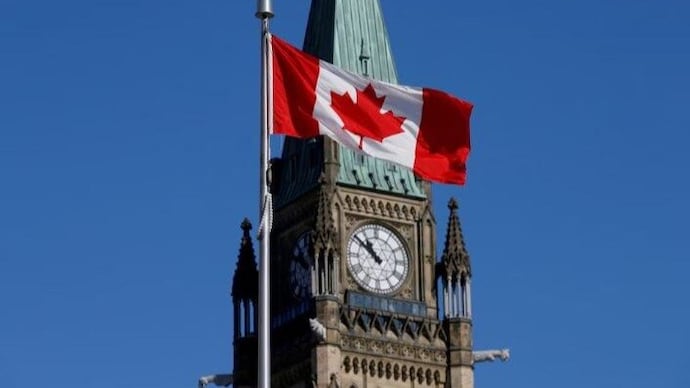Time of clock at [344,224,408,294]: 10:51
